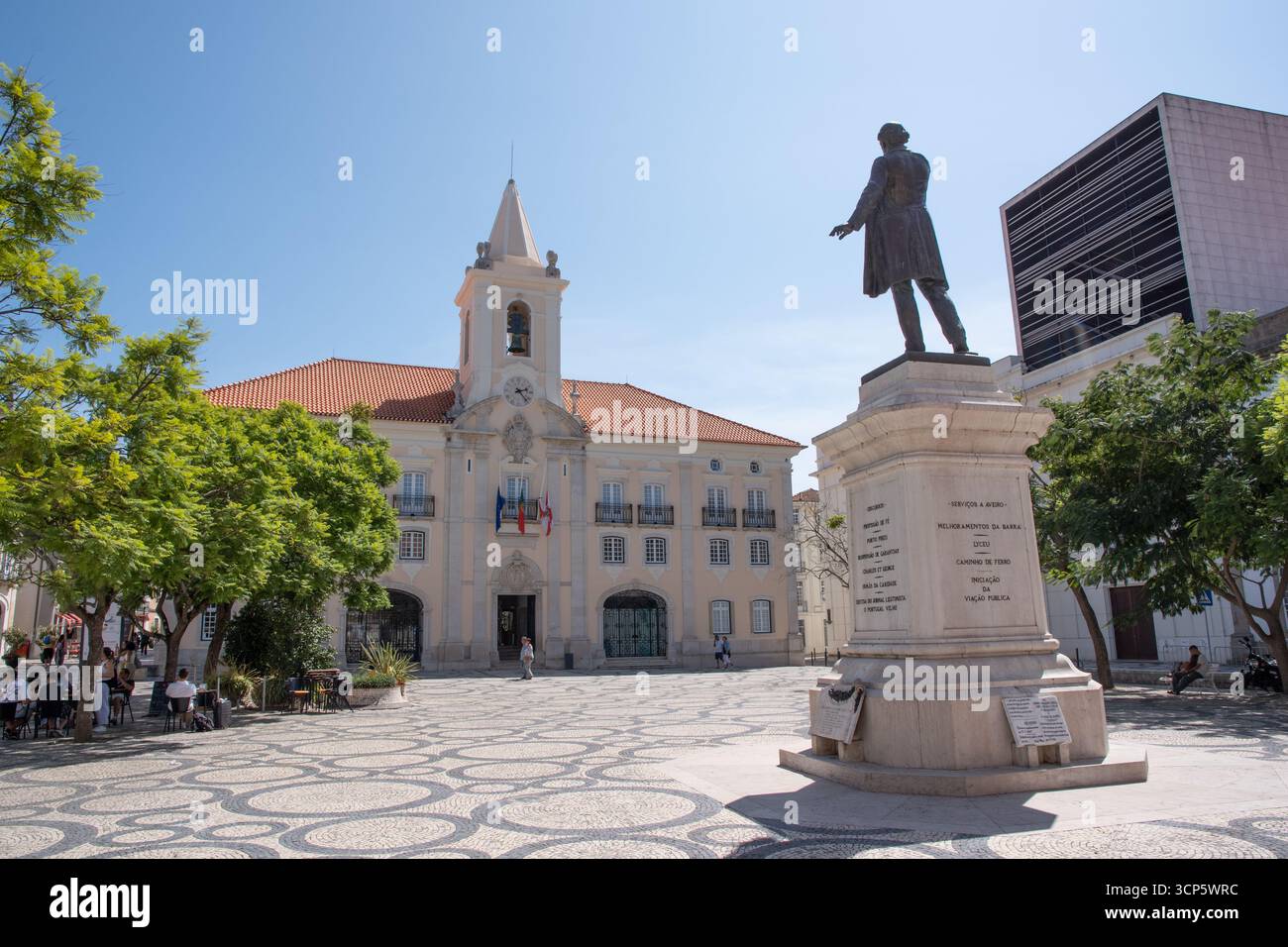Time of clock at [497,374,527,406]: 2:23
